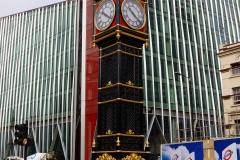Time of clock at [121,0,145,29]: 10:21
